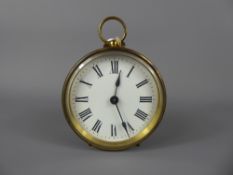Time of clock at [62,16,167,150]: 12:26
